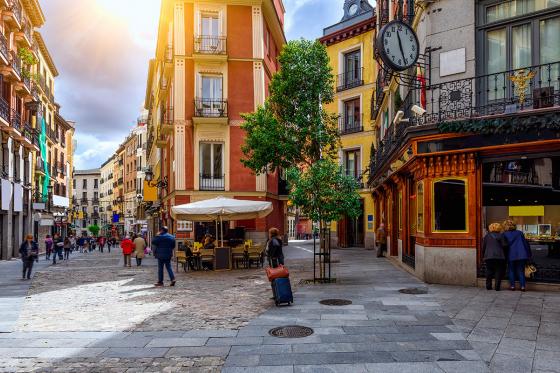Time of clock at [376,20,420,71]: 11:26
